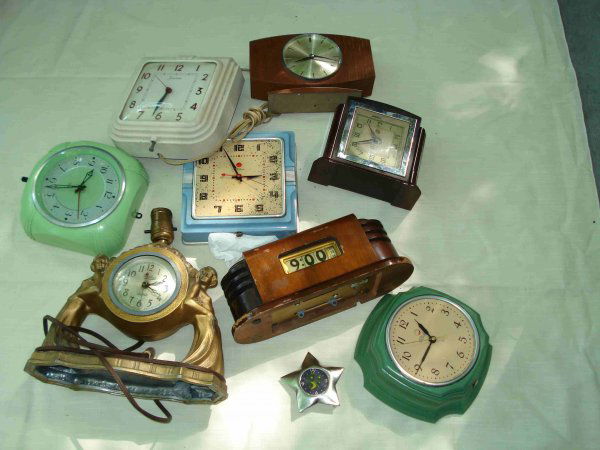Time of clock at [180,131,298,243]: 2:55
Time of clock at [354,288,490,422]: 10:34
